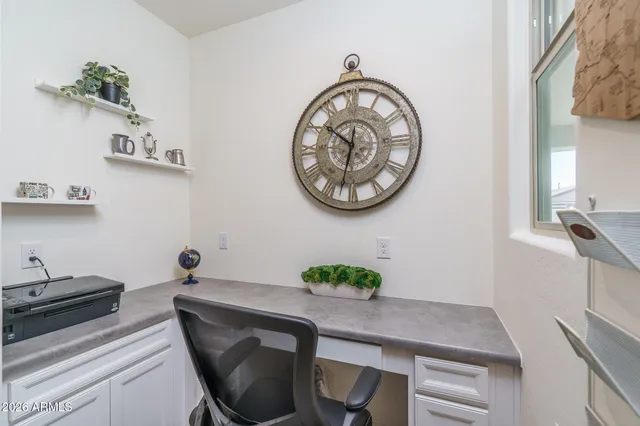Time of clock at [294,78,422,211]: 10:32
